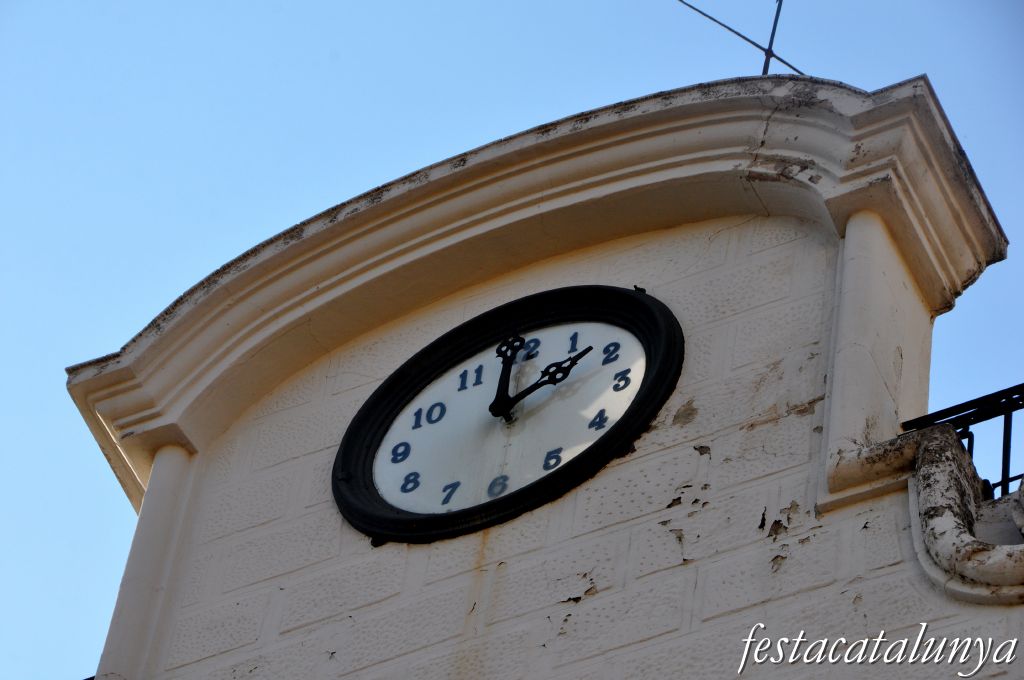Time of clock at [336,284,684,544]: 1:59
